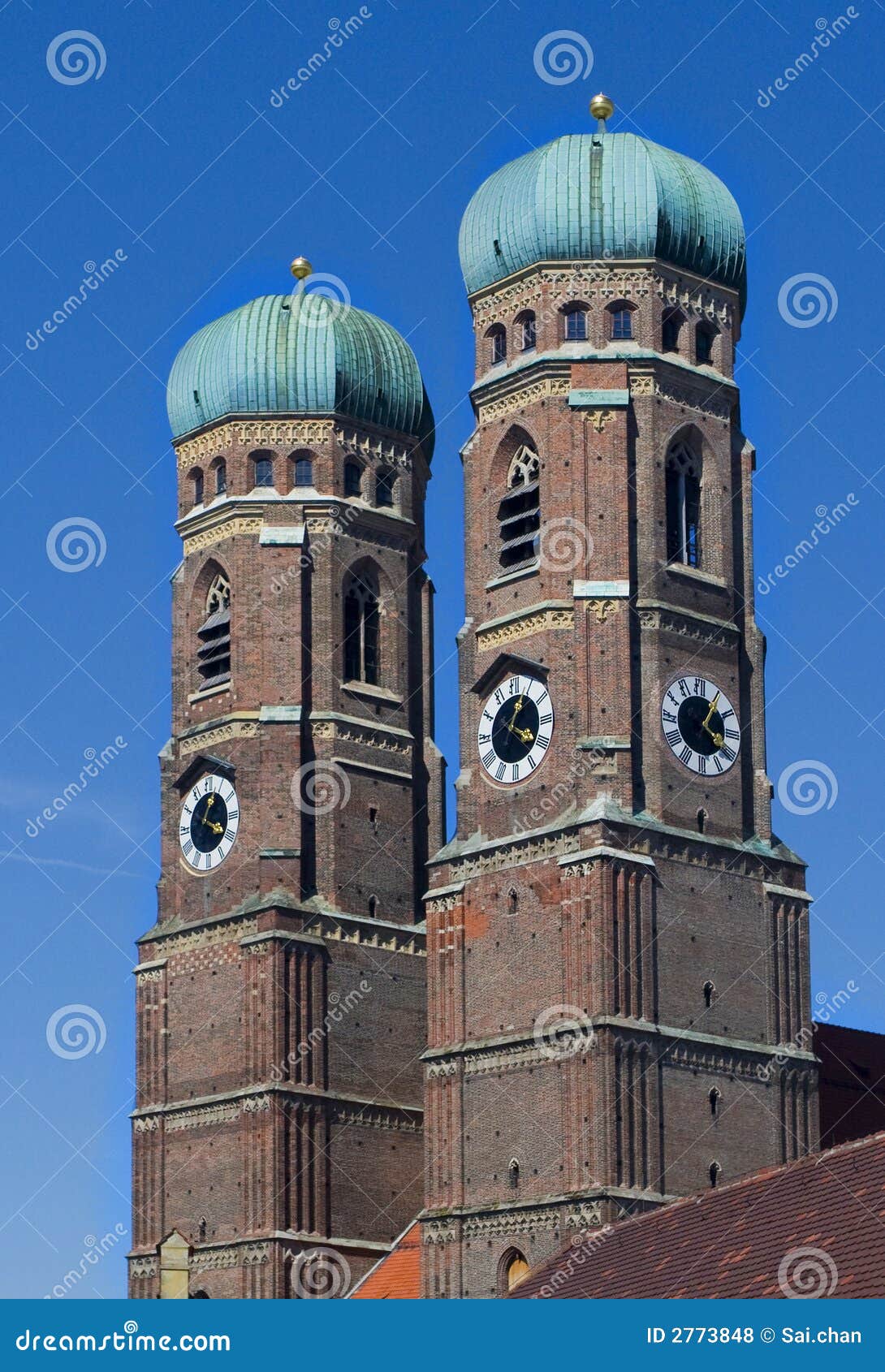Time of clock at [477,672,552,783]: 4:04
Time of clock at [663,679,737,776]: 4:05
